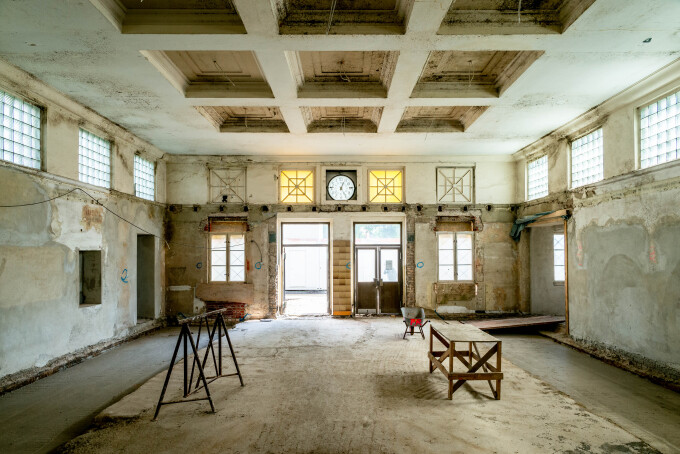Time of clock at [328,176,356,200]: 5:03
